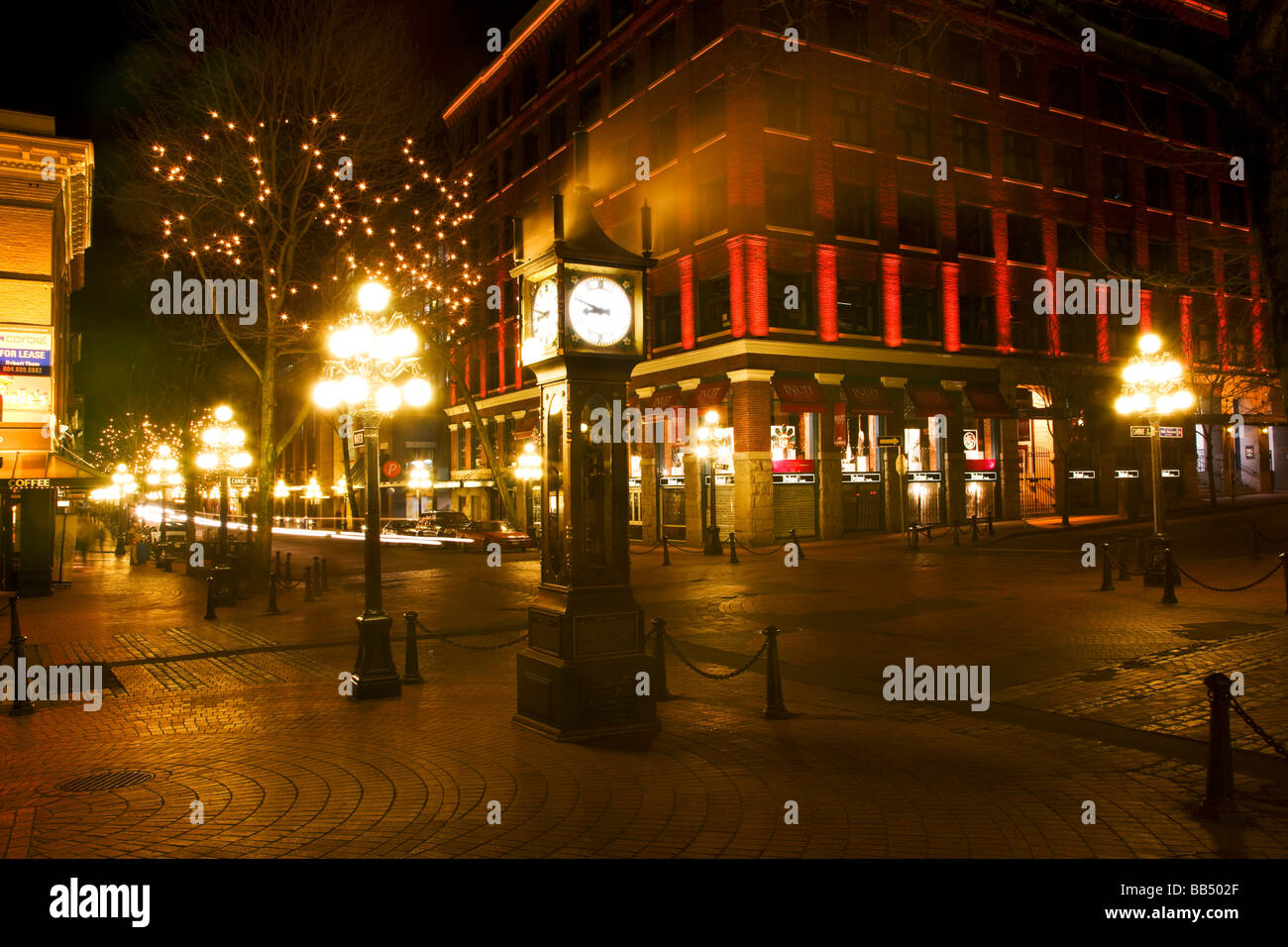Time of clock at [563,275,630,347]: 8:48
